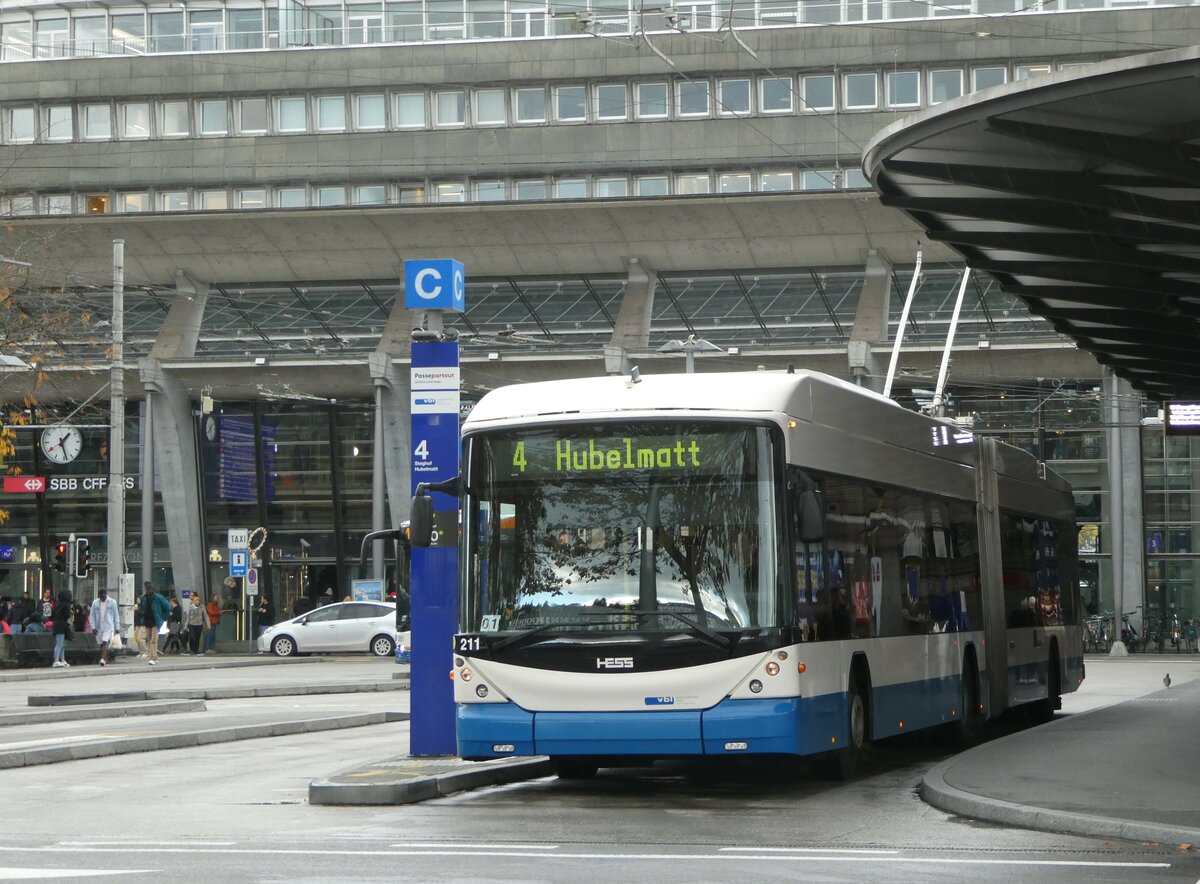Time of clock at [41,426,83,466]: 1:28
